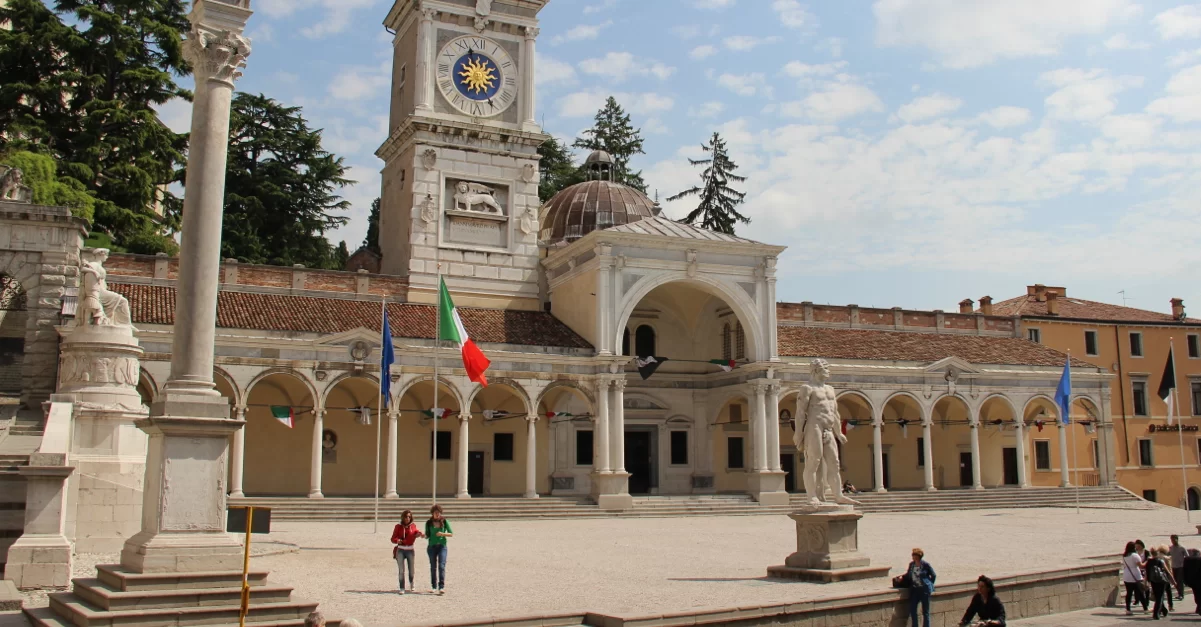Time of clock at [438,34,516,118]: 11:25
